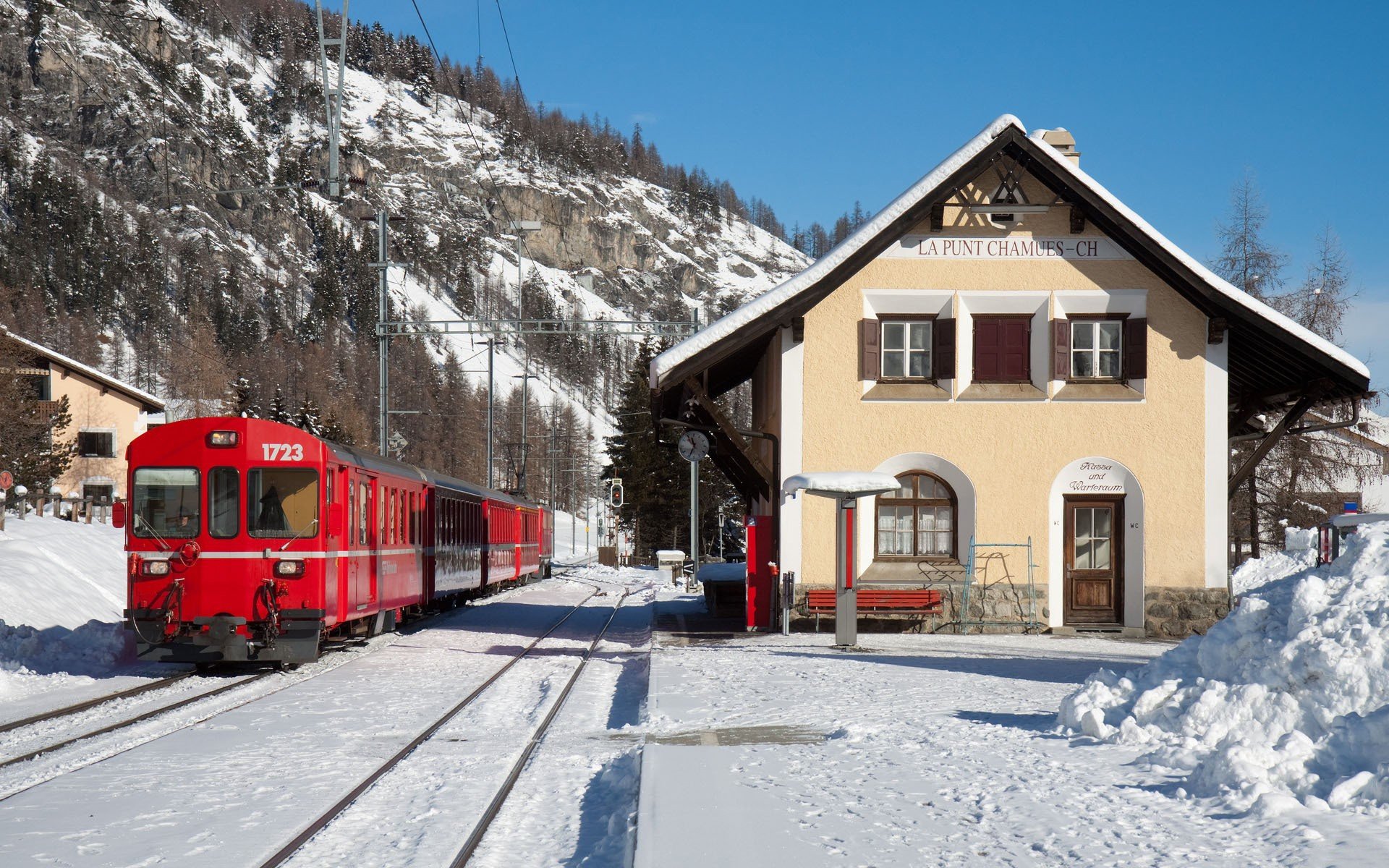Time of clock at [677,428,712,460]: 11:34
